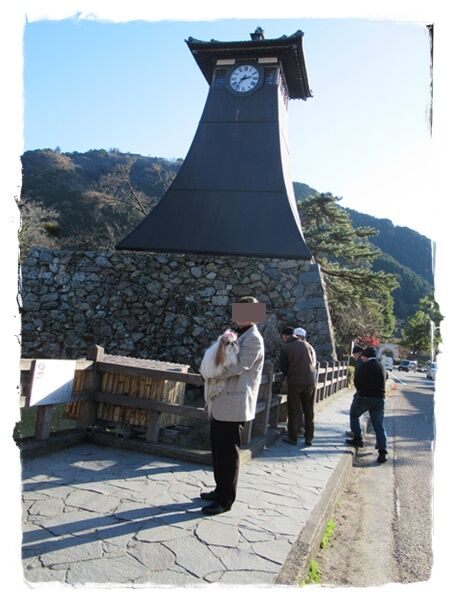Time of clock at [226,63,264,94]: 2:36
